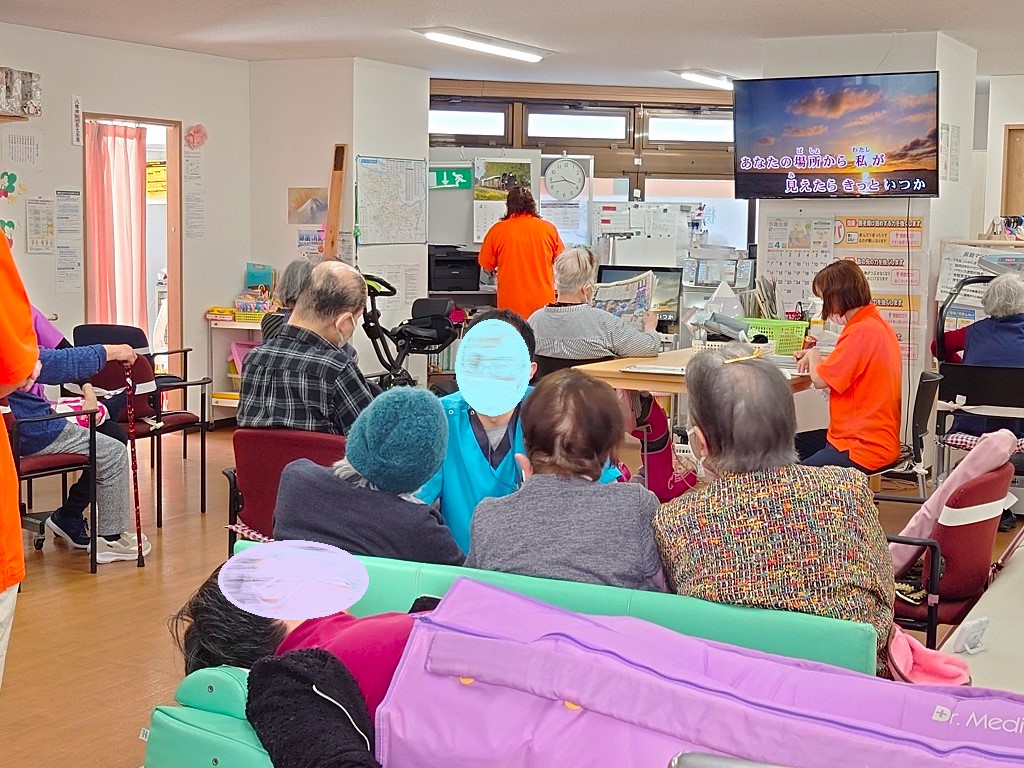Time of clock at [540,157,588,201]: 3:43
